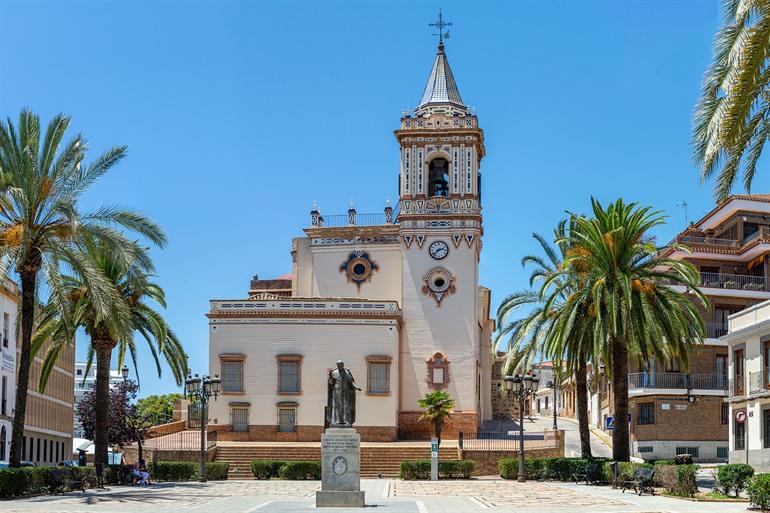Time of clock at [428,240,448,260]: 2:37
